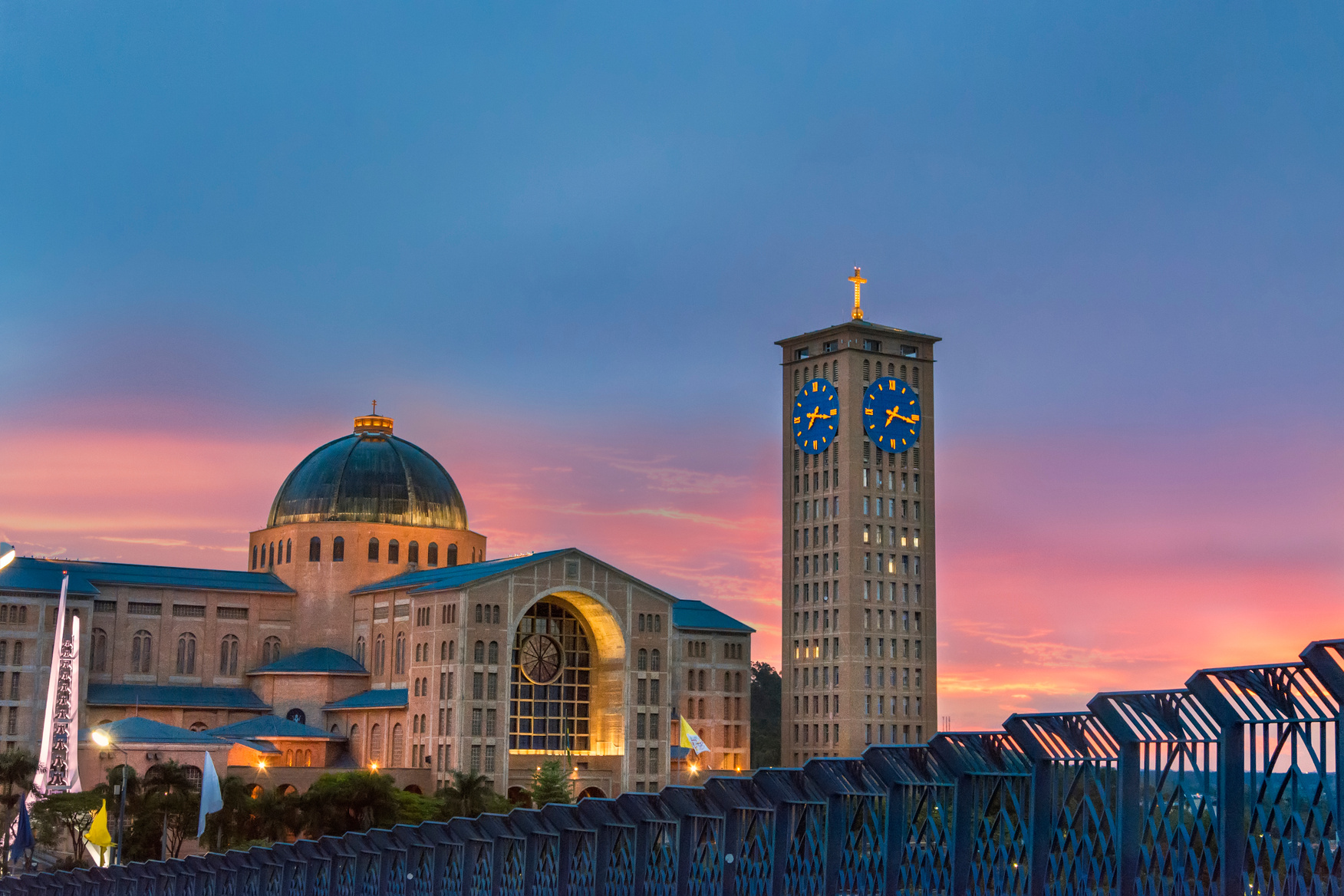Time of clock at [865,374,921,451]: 7:16
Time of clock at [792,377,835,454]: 7:16
